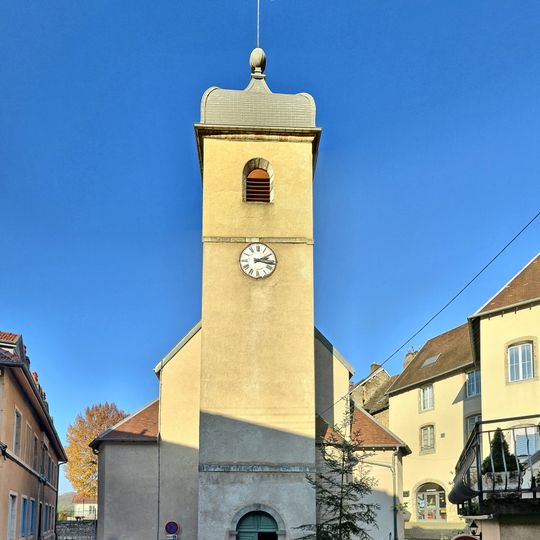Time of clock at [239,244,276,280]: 2:16
